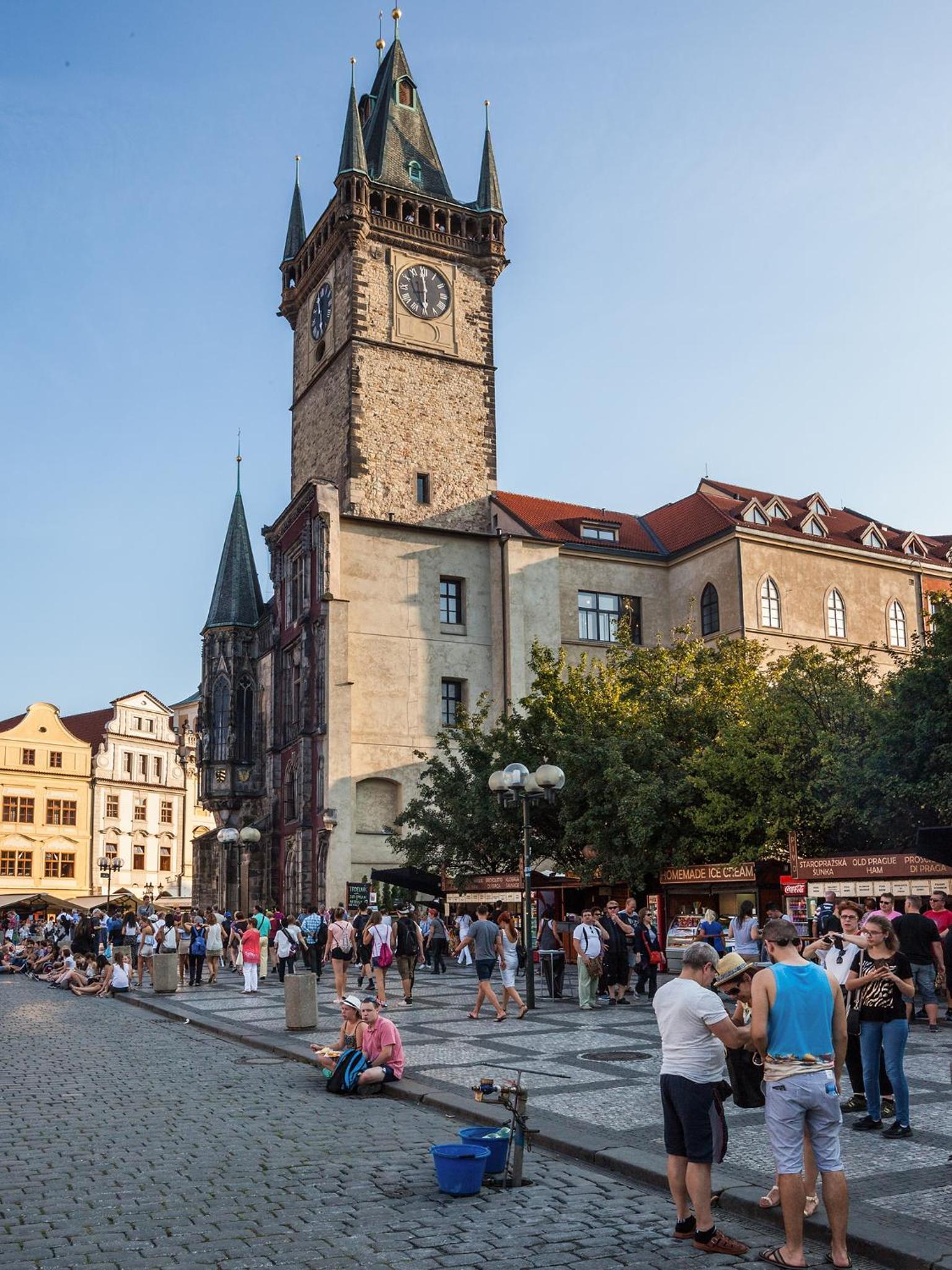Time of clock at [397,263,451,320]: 5:59
